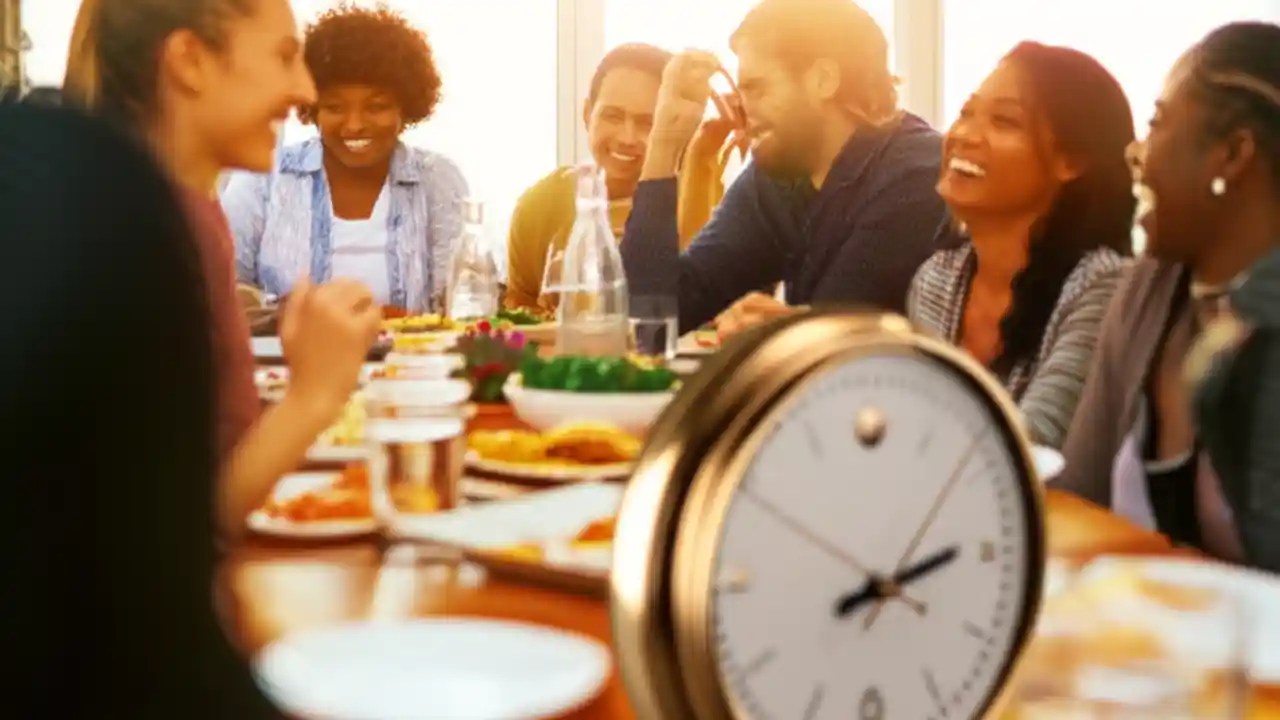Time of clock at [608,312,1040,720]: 2:13
